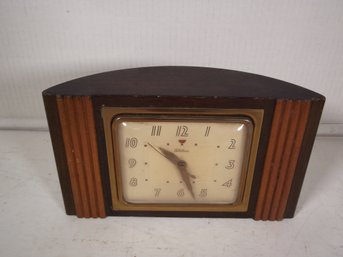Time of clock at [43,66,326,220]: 10:26
